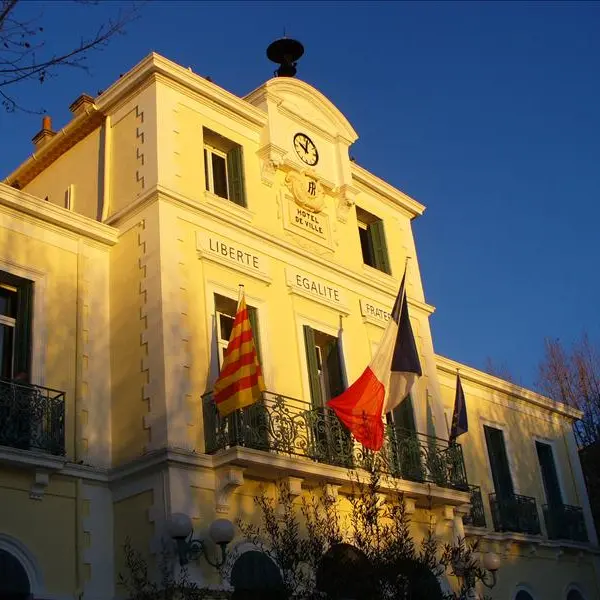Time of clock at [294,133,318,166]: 10:02
